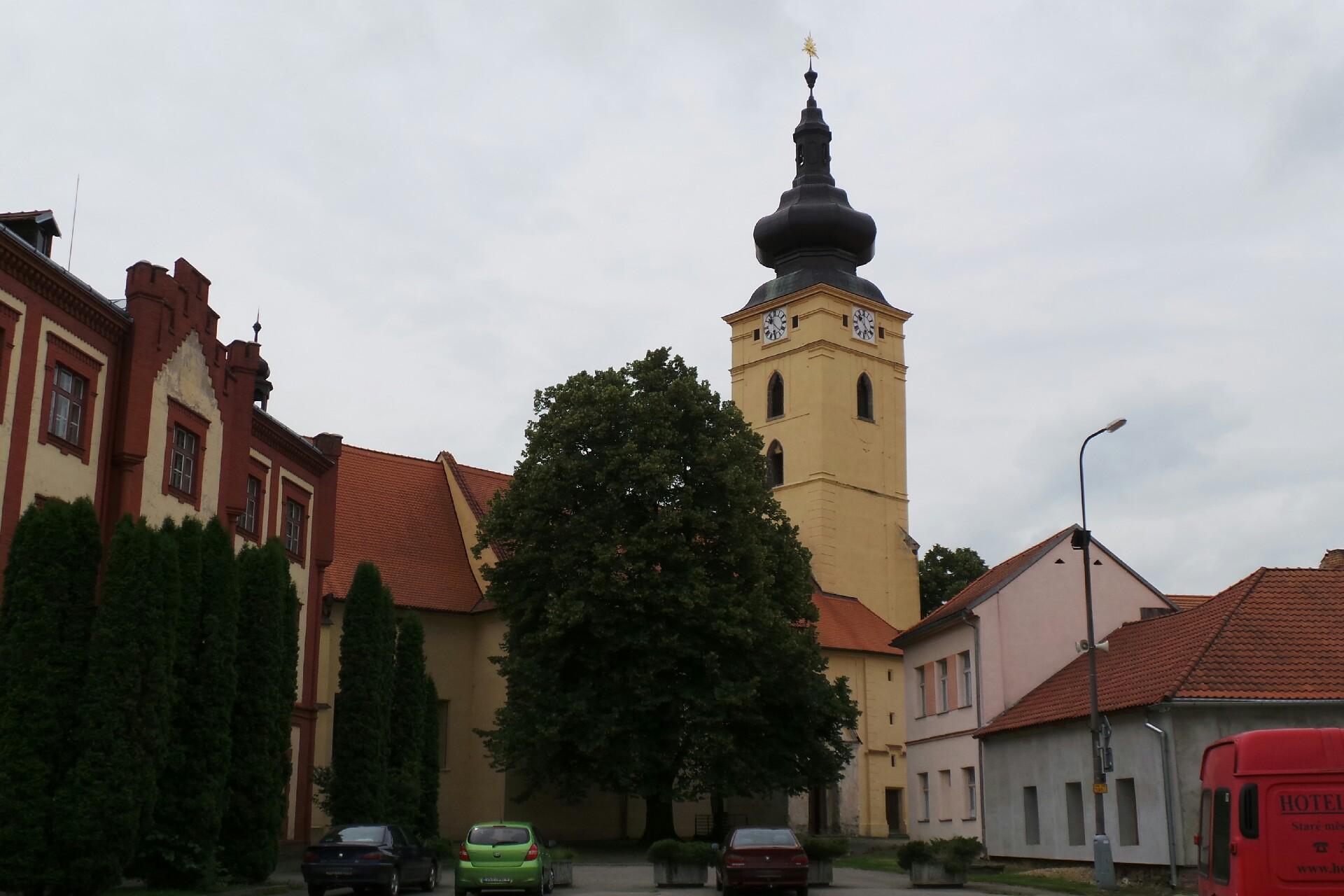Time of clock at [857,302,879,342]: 10:22
